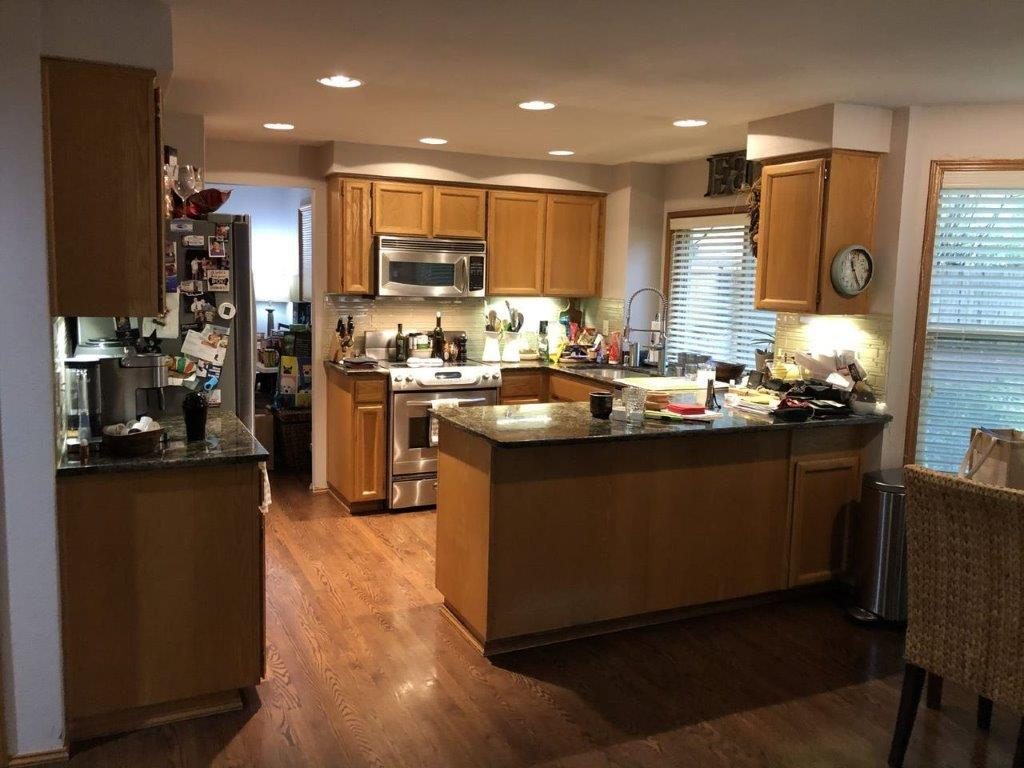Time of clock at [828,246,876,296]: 11:25
